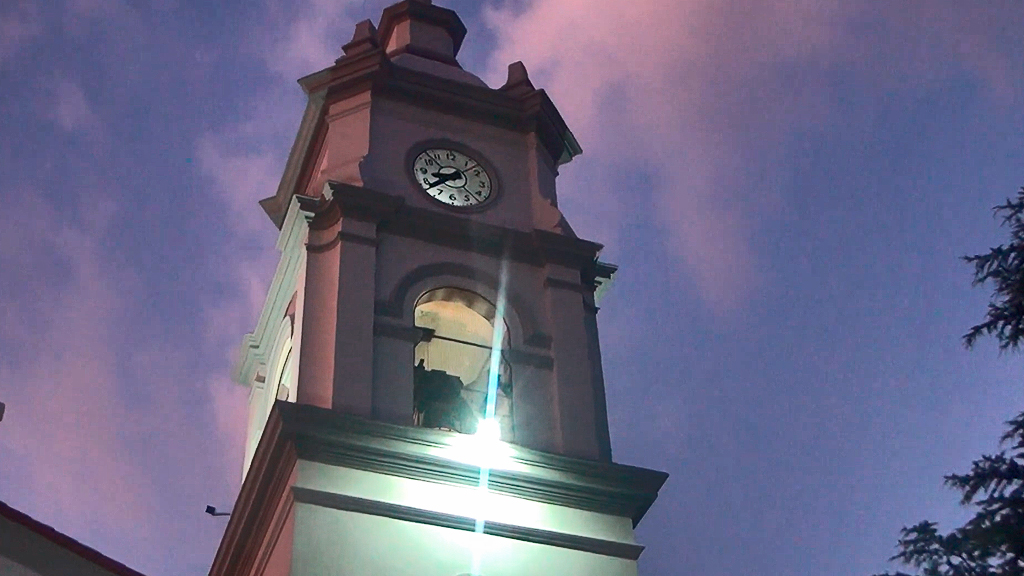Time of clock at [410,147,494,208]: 8:38
